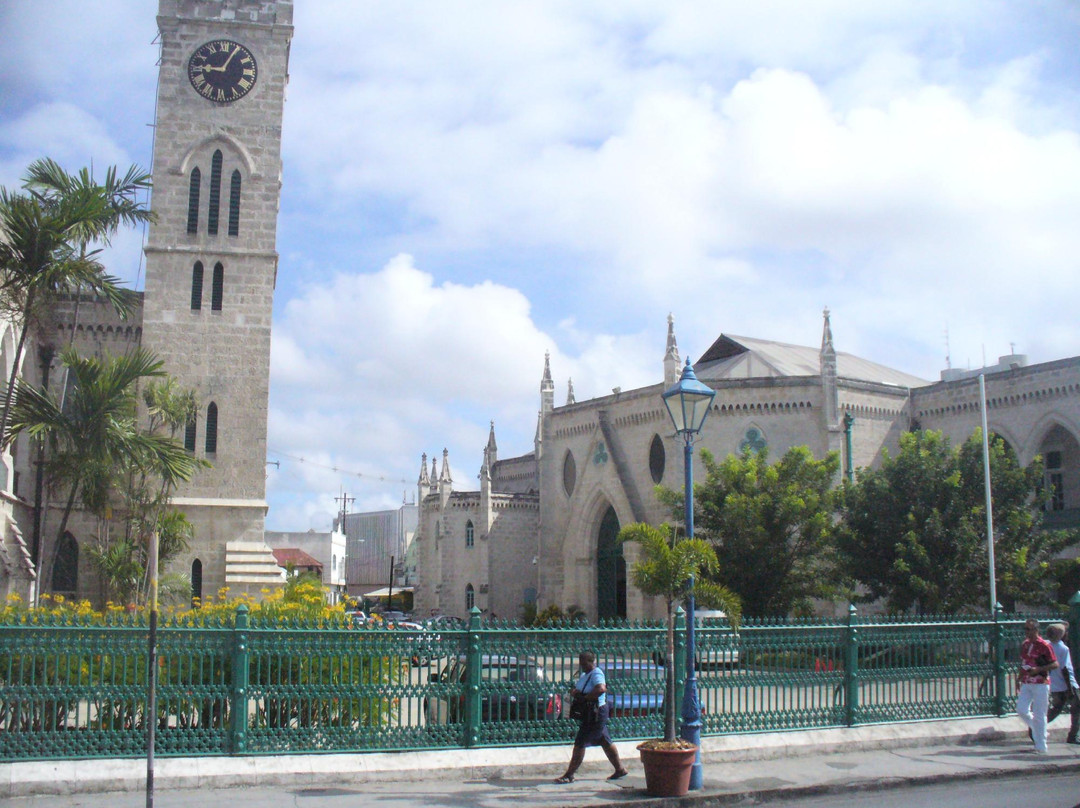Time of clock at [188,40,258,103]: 9:04
